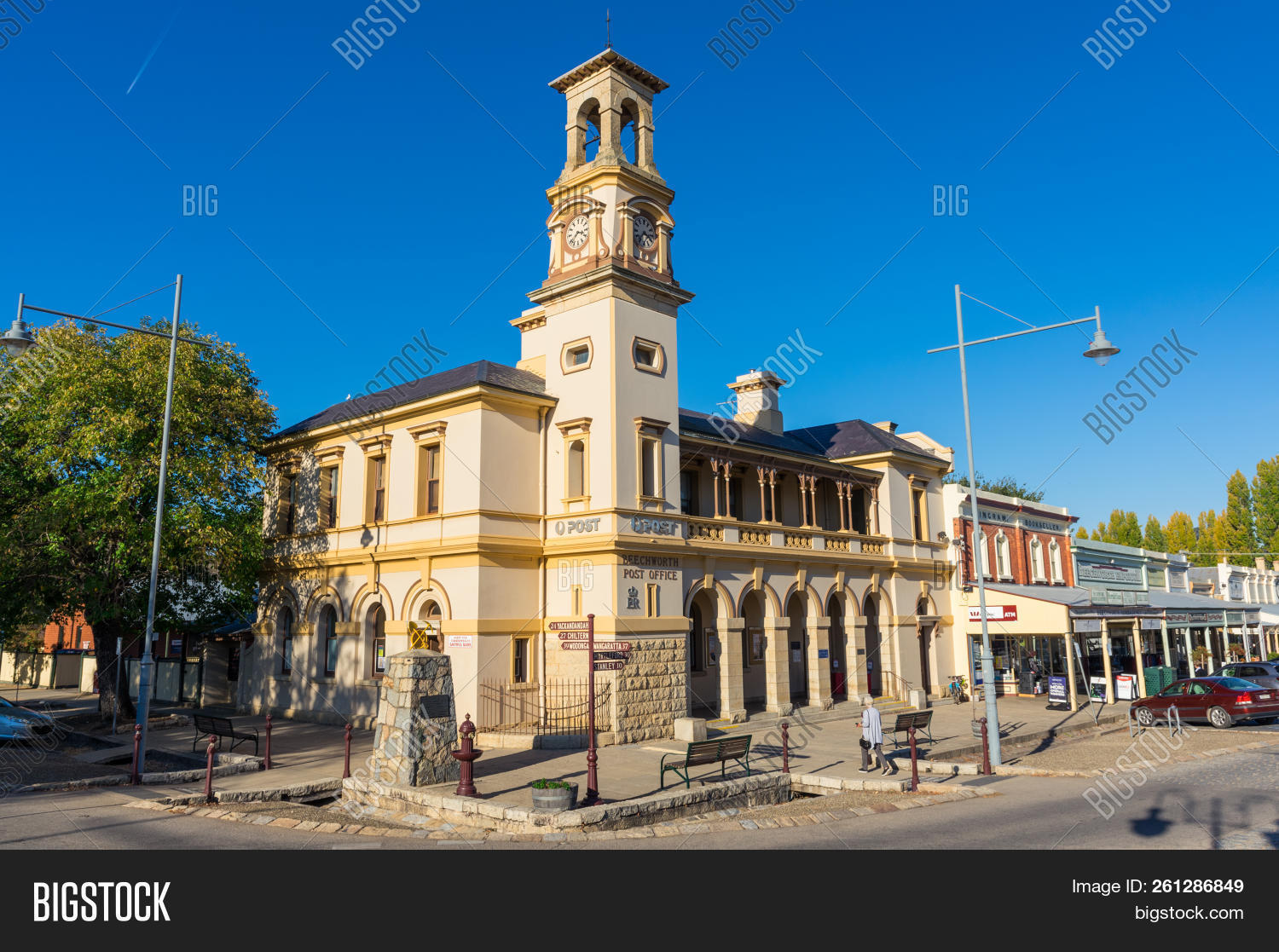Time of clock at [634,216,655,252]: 7:15
